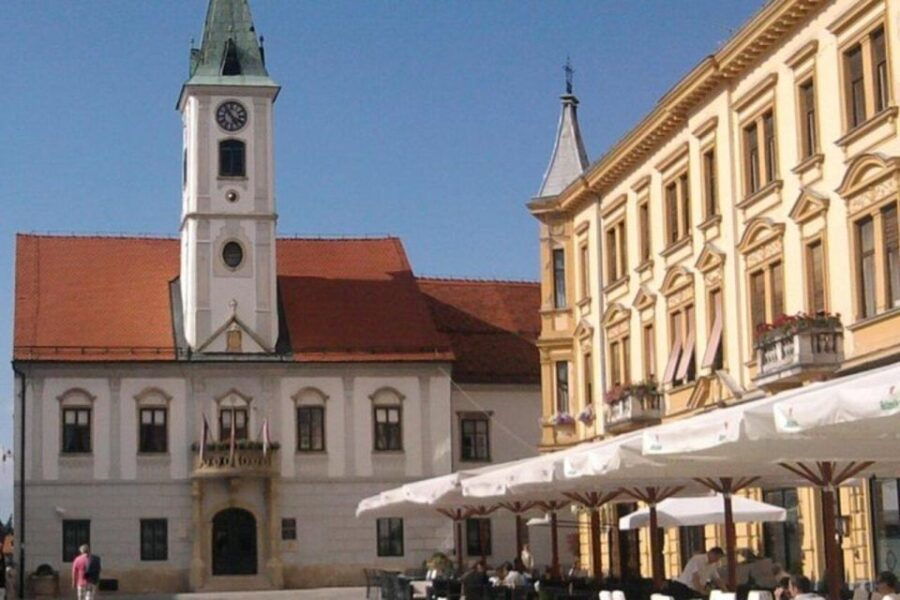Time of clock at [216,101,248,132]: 4:54
